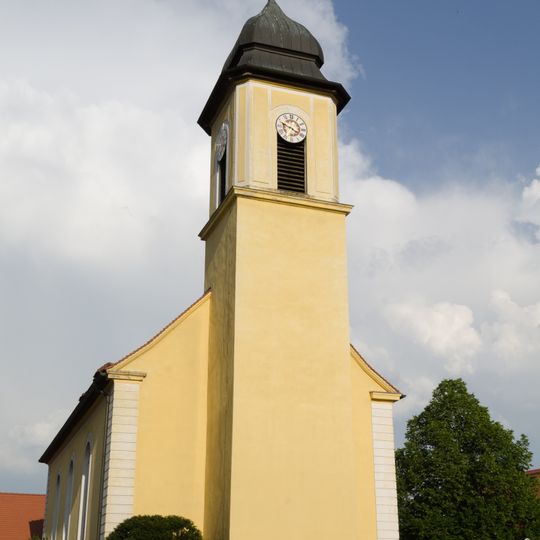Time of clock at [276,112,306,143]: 3:48
